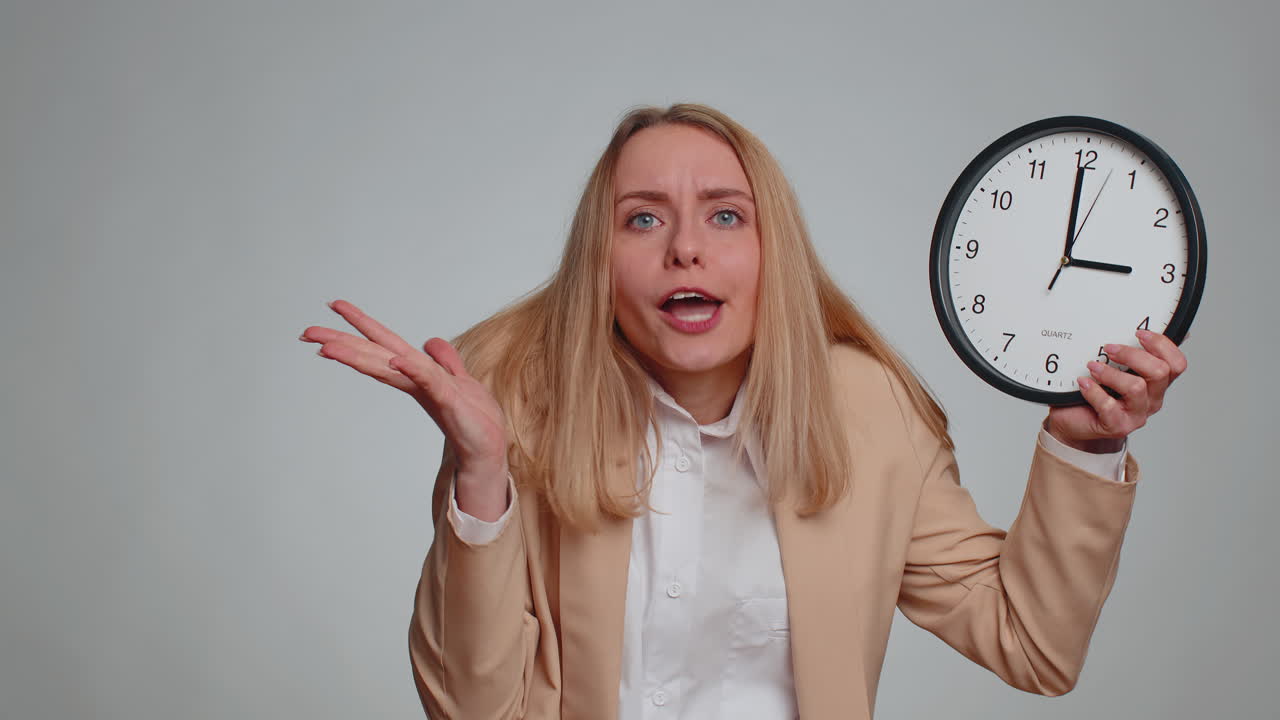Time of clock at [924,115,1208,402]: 2:59
